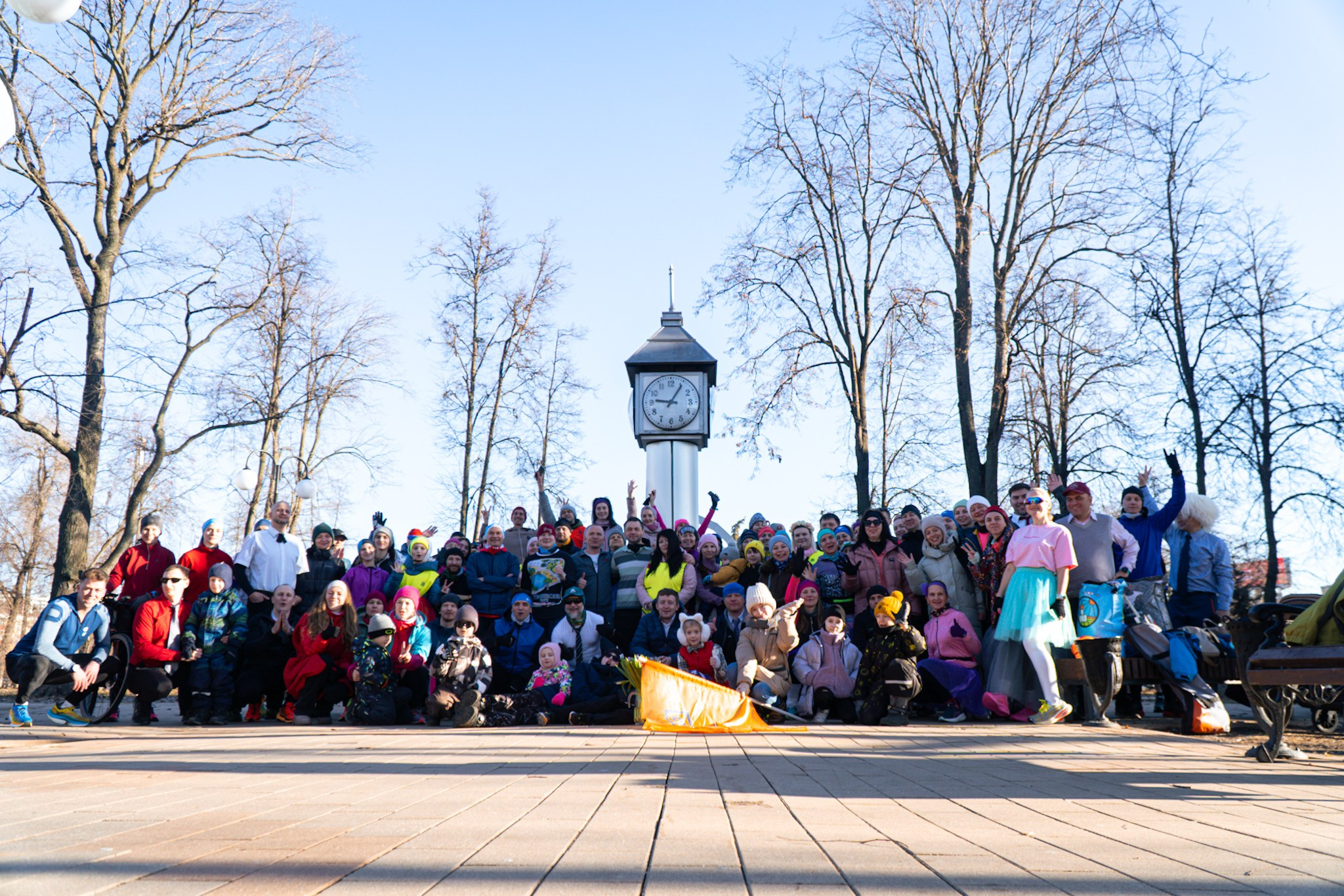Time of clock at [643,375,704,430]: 9:05
